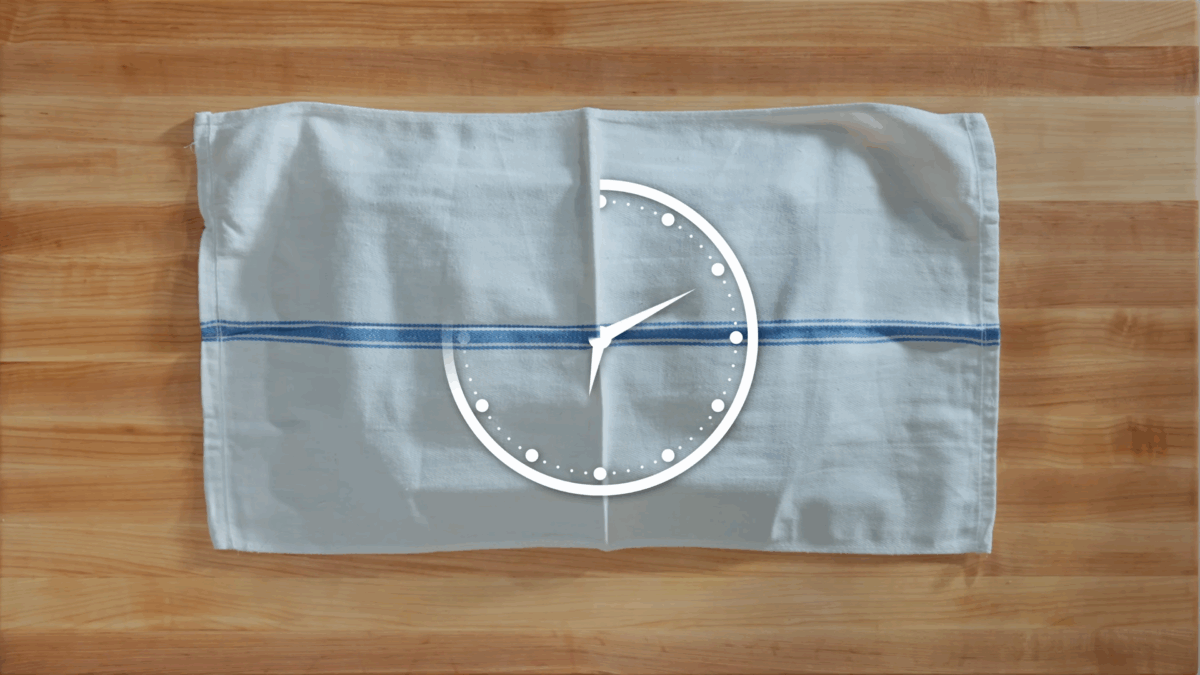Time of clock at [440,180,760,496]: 1:59
